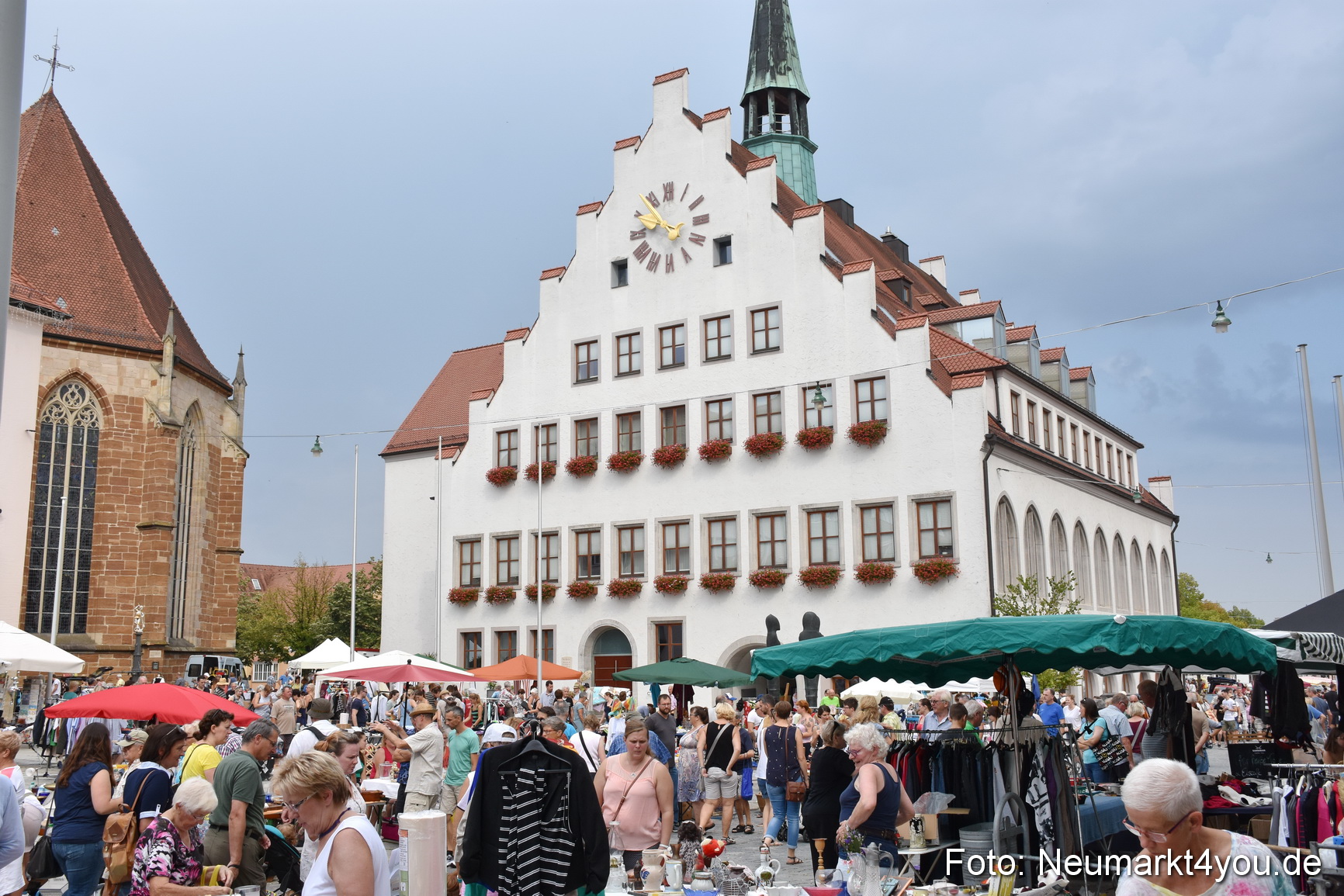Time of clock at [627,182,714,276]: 9:53
